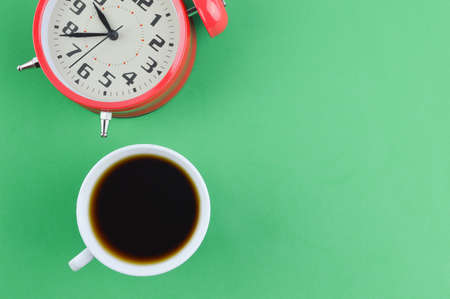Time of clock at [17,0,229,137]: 10:43
